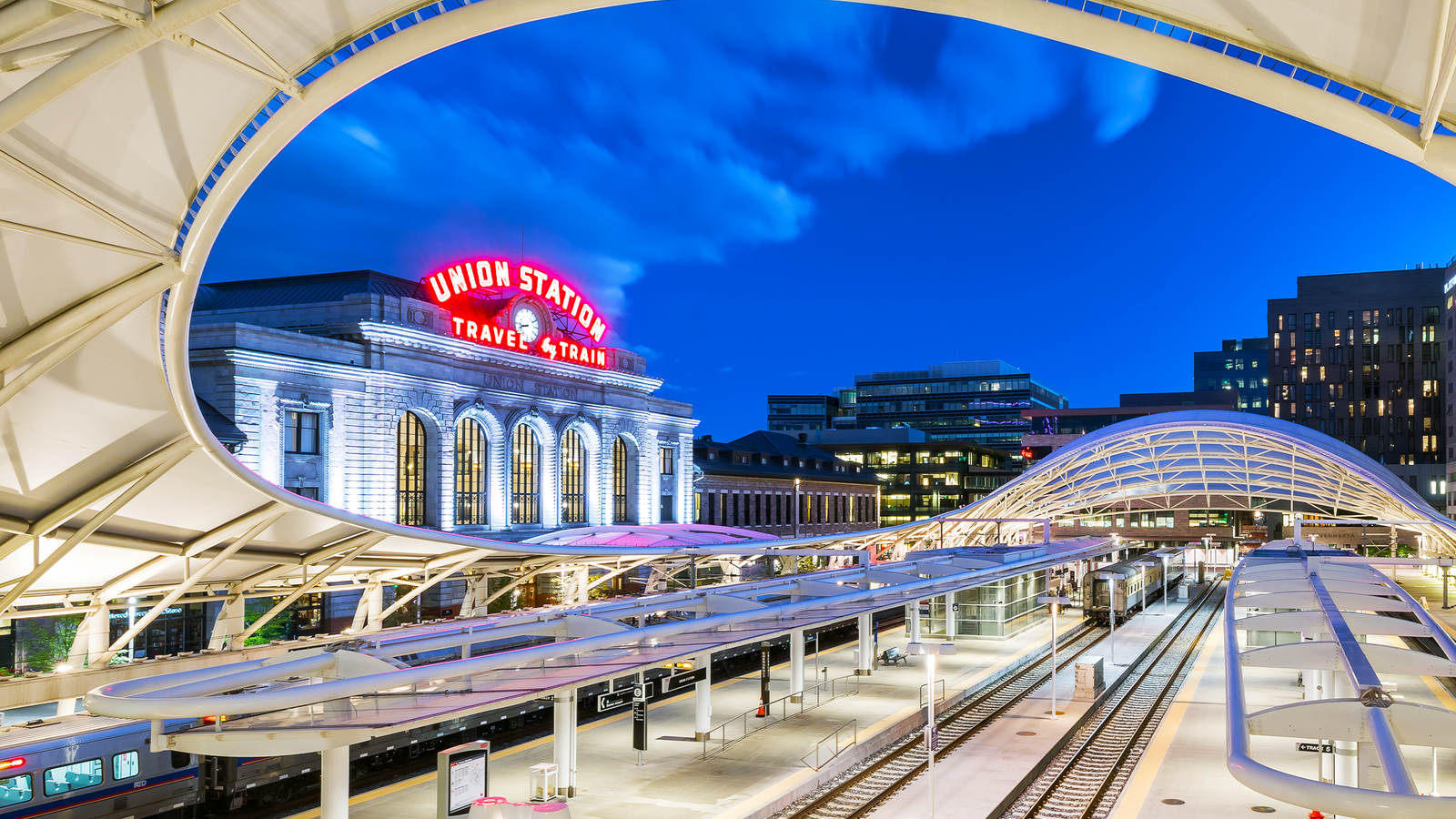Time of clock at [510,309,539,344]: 8:42
